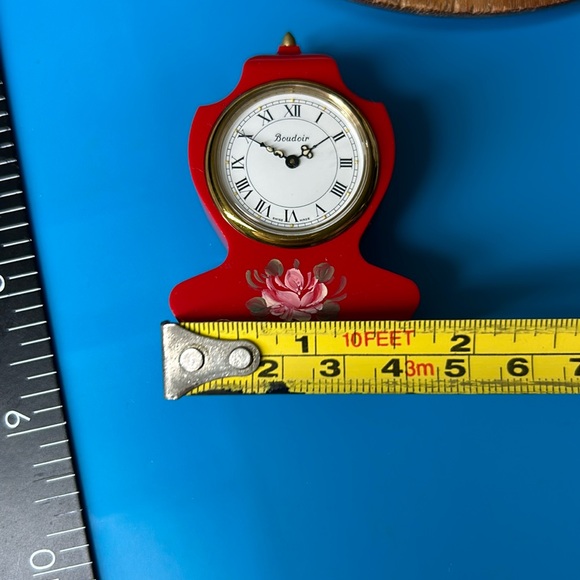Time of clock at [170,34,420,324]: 1:49
